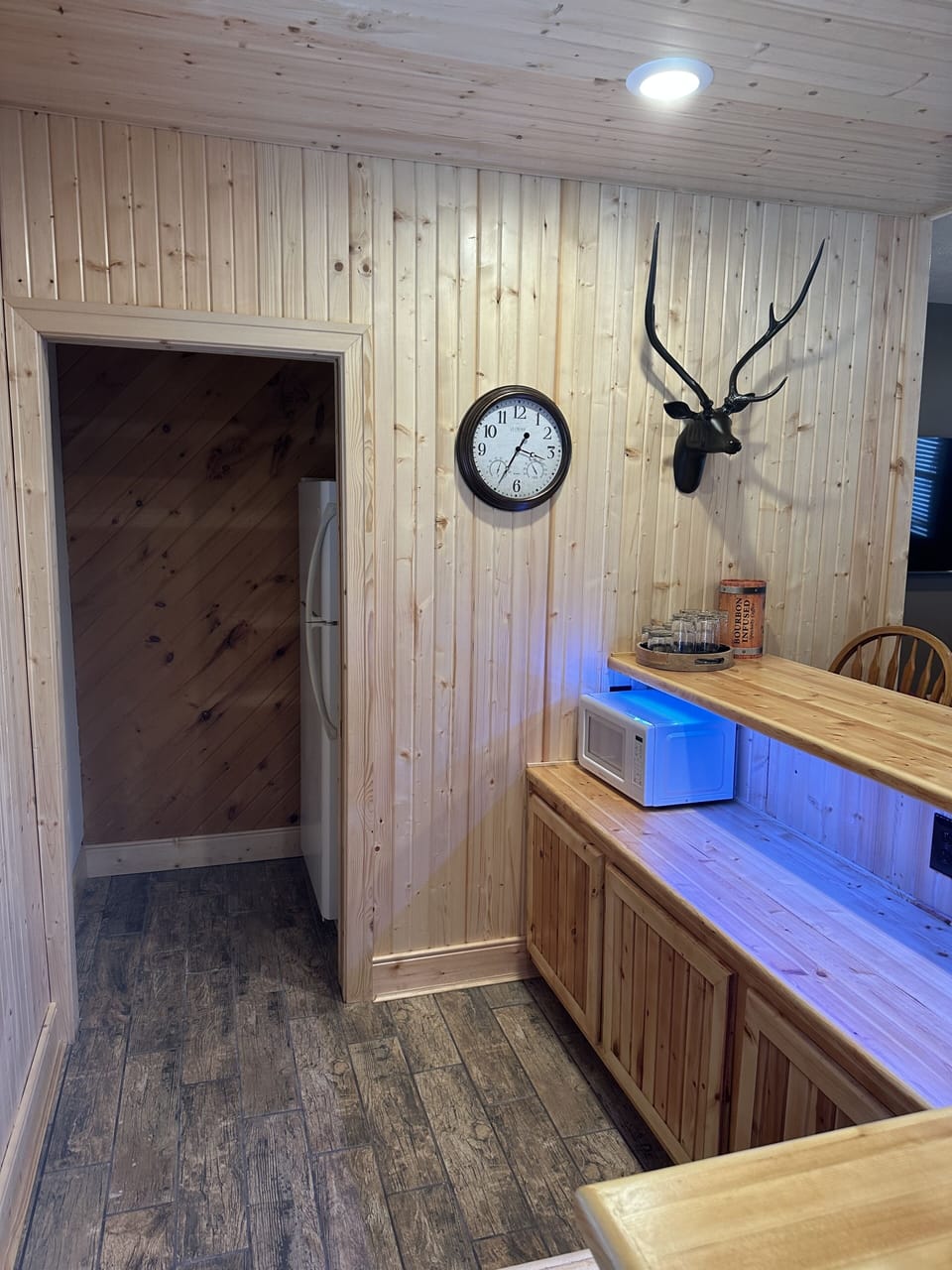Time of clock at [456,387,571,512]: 3:34
